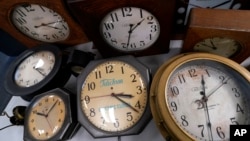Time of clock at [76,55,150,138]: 3:21
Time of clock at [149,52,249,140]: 12:32
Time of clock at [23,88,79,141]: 10:08
